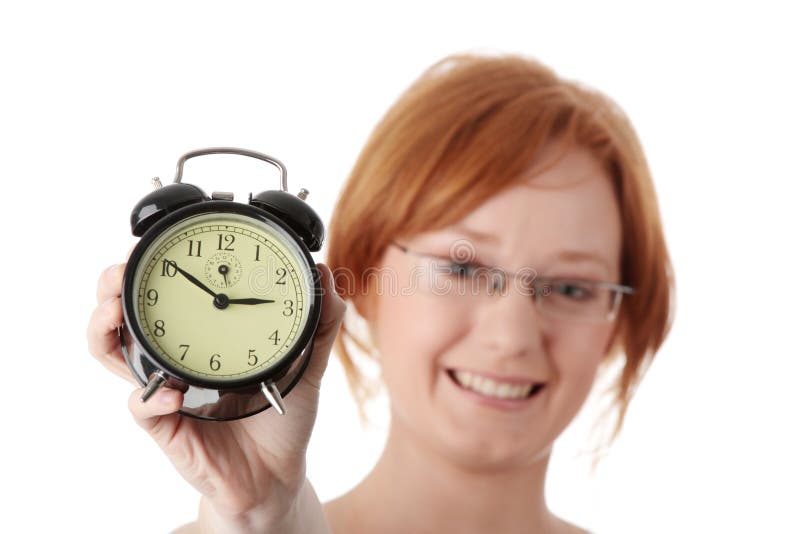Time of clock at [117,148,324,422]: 2:50
